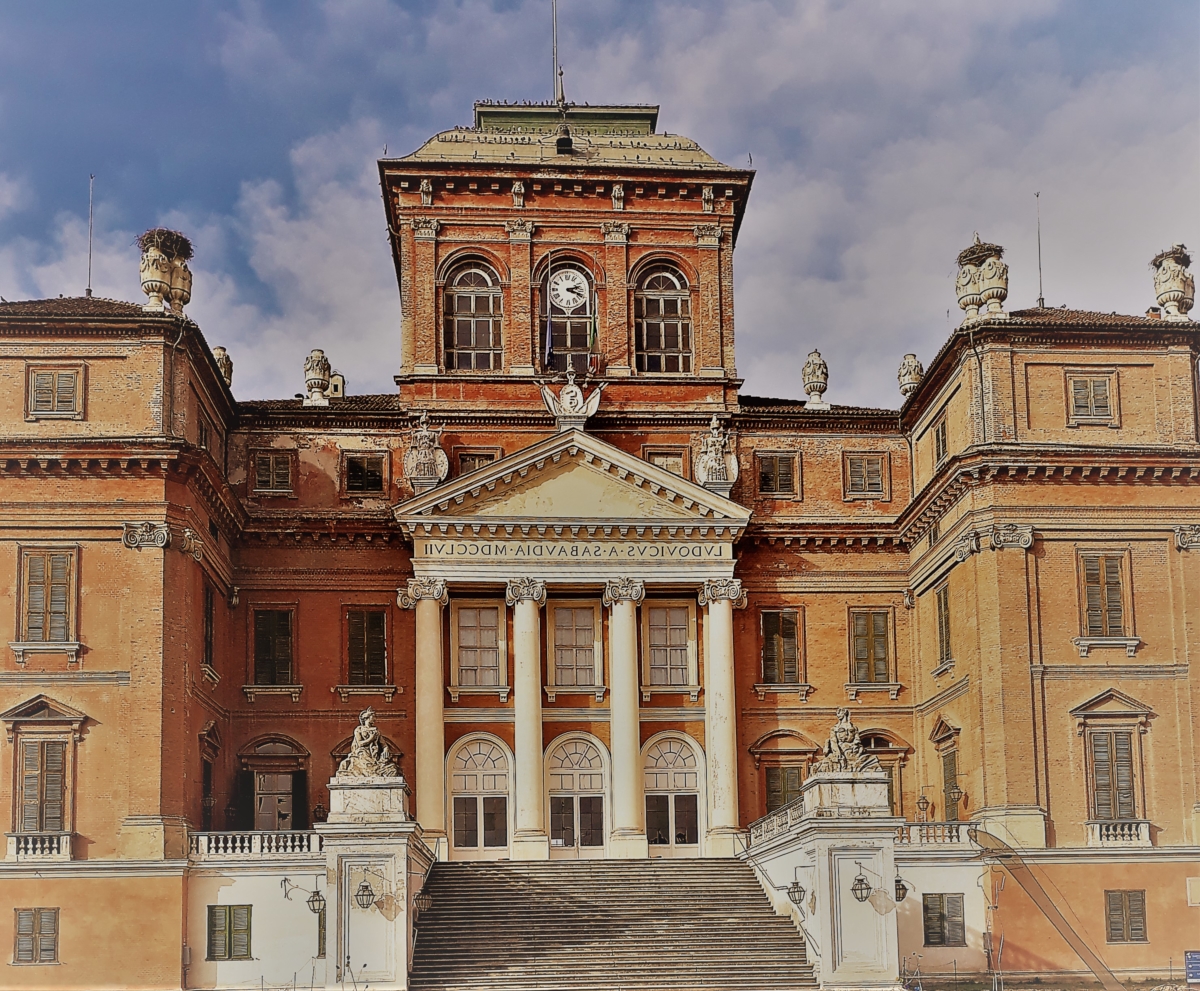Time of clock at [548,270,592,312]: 2:18
